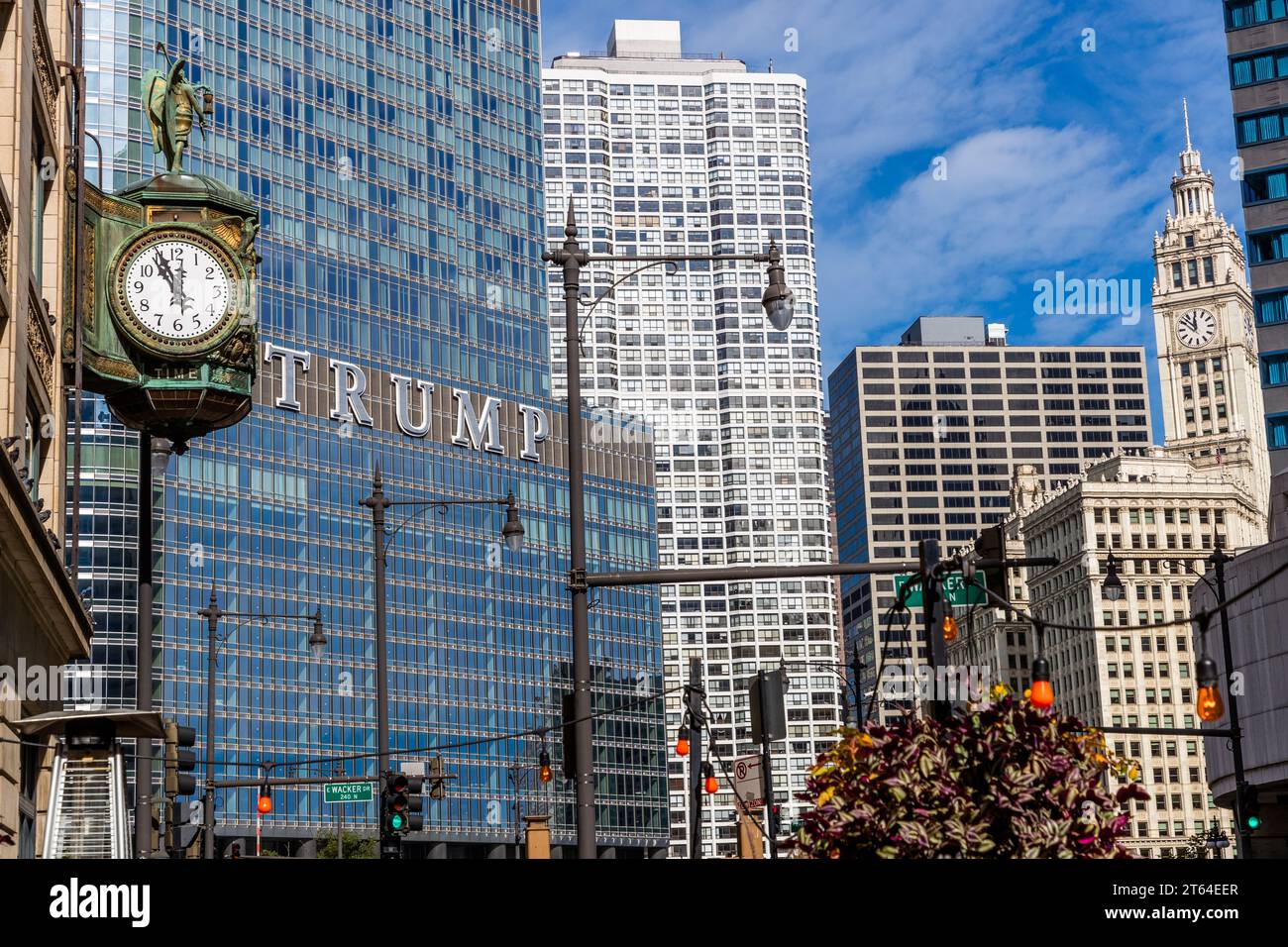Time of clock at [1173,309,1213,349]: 11:52
